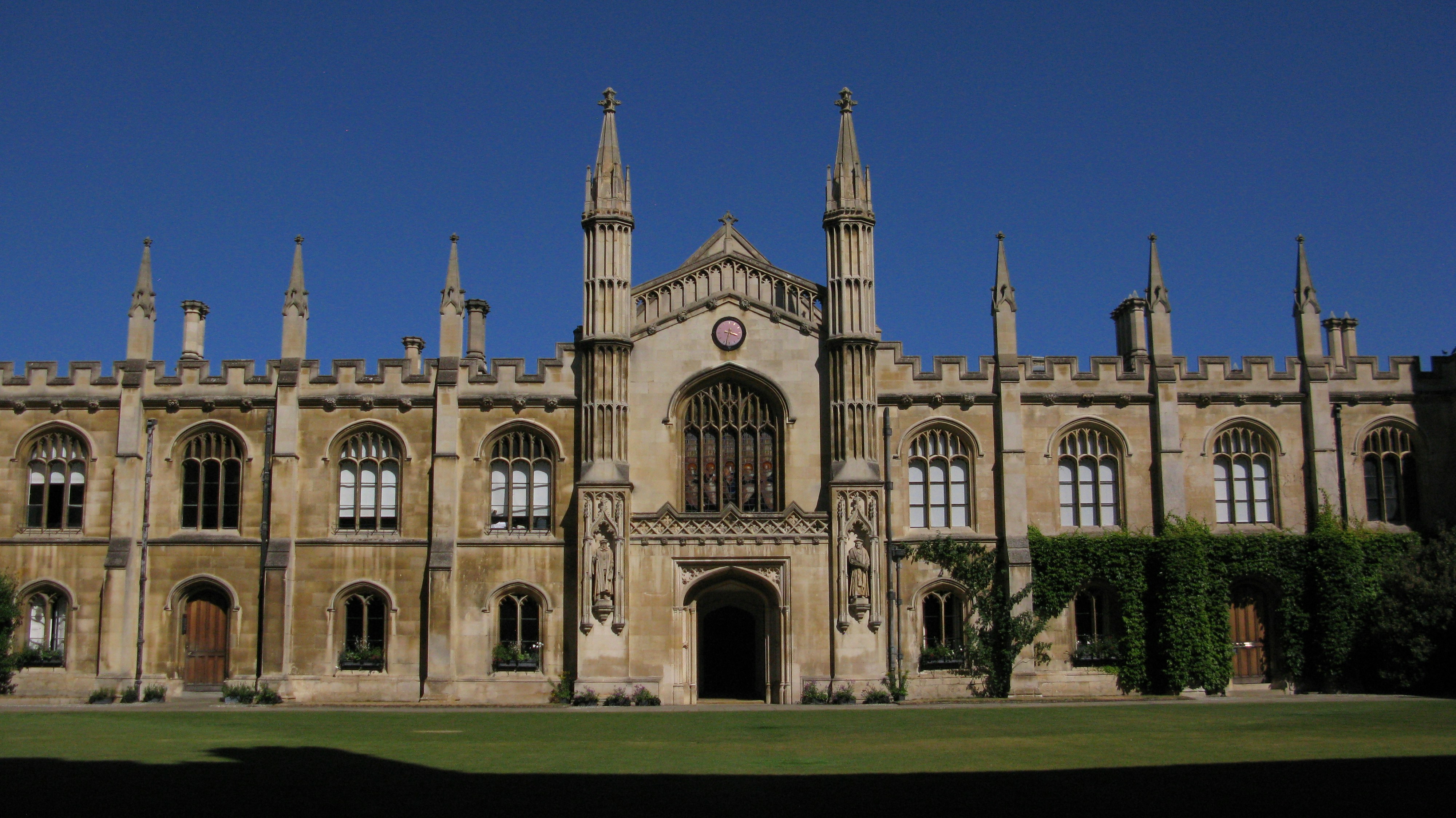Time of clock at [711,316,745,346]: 3:32
